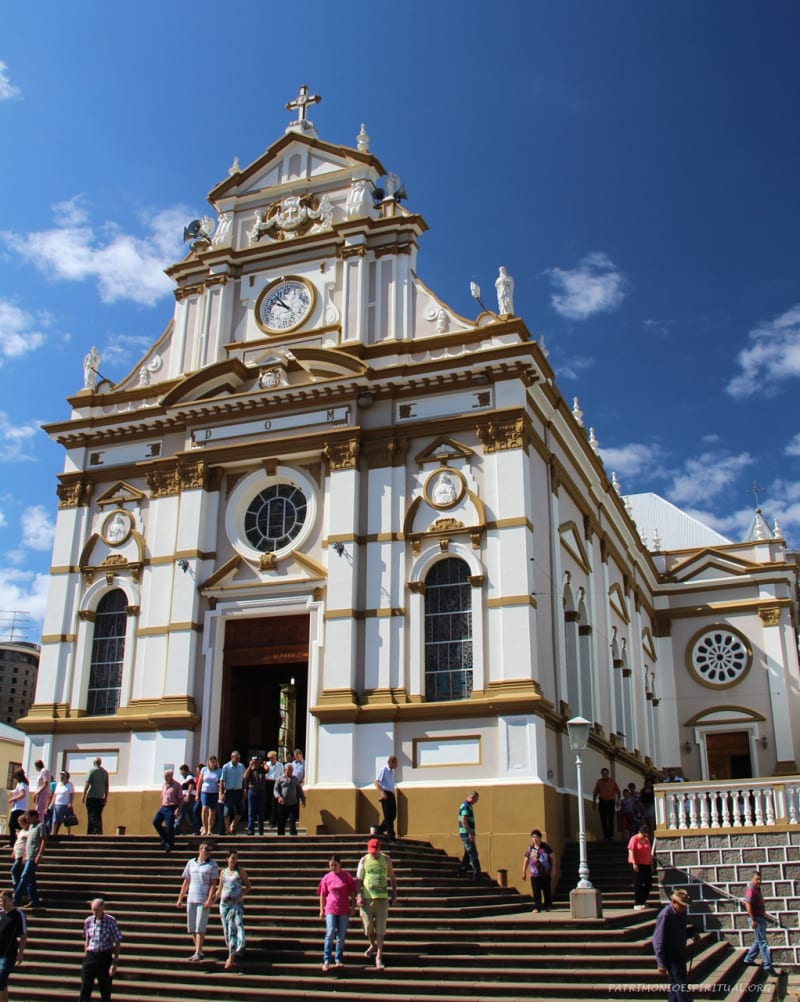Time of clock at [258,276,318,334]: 9:53
